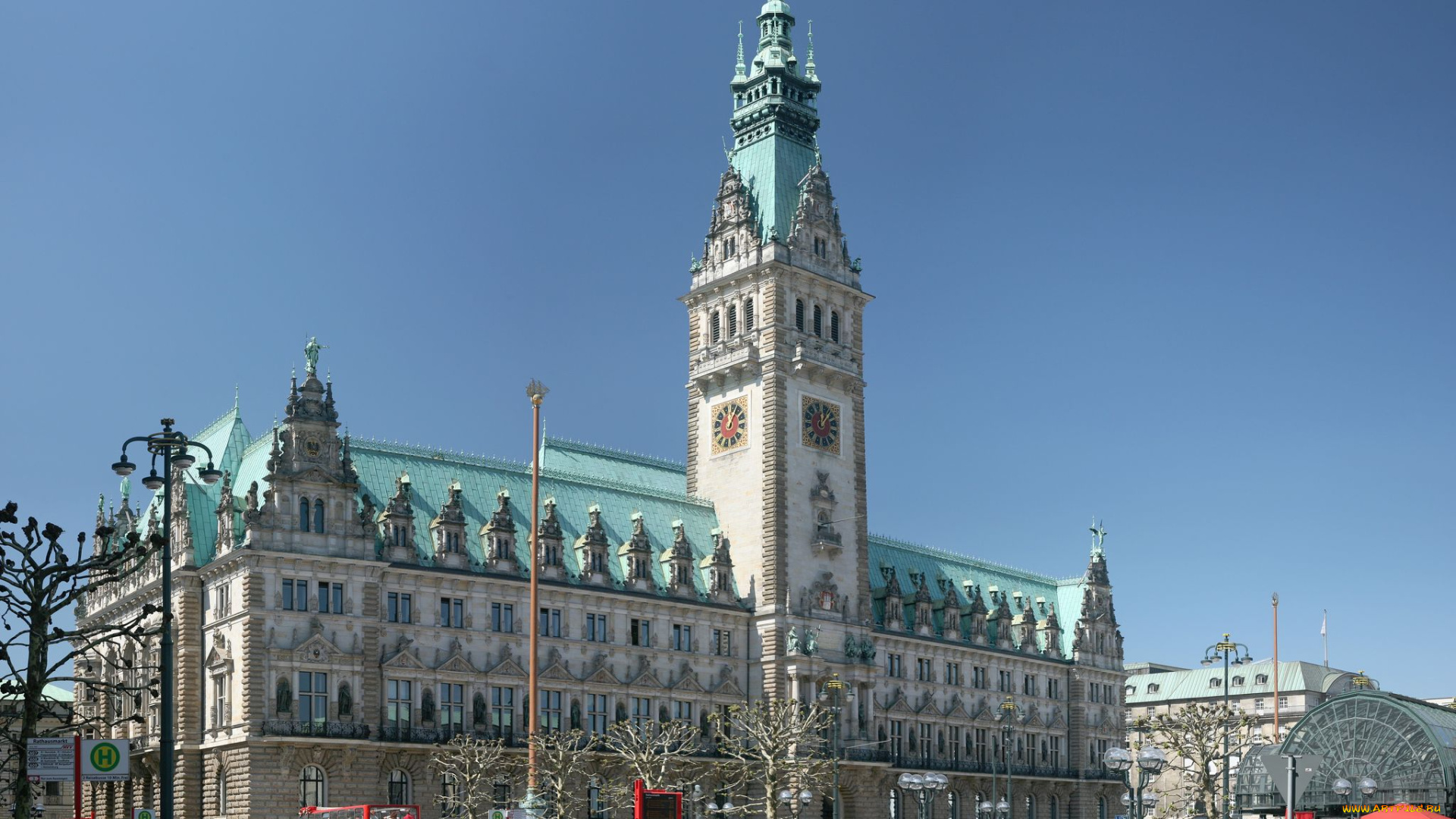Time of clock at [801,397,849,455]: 12:06
